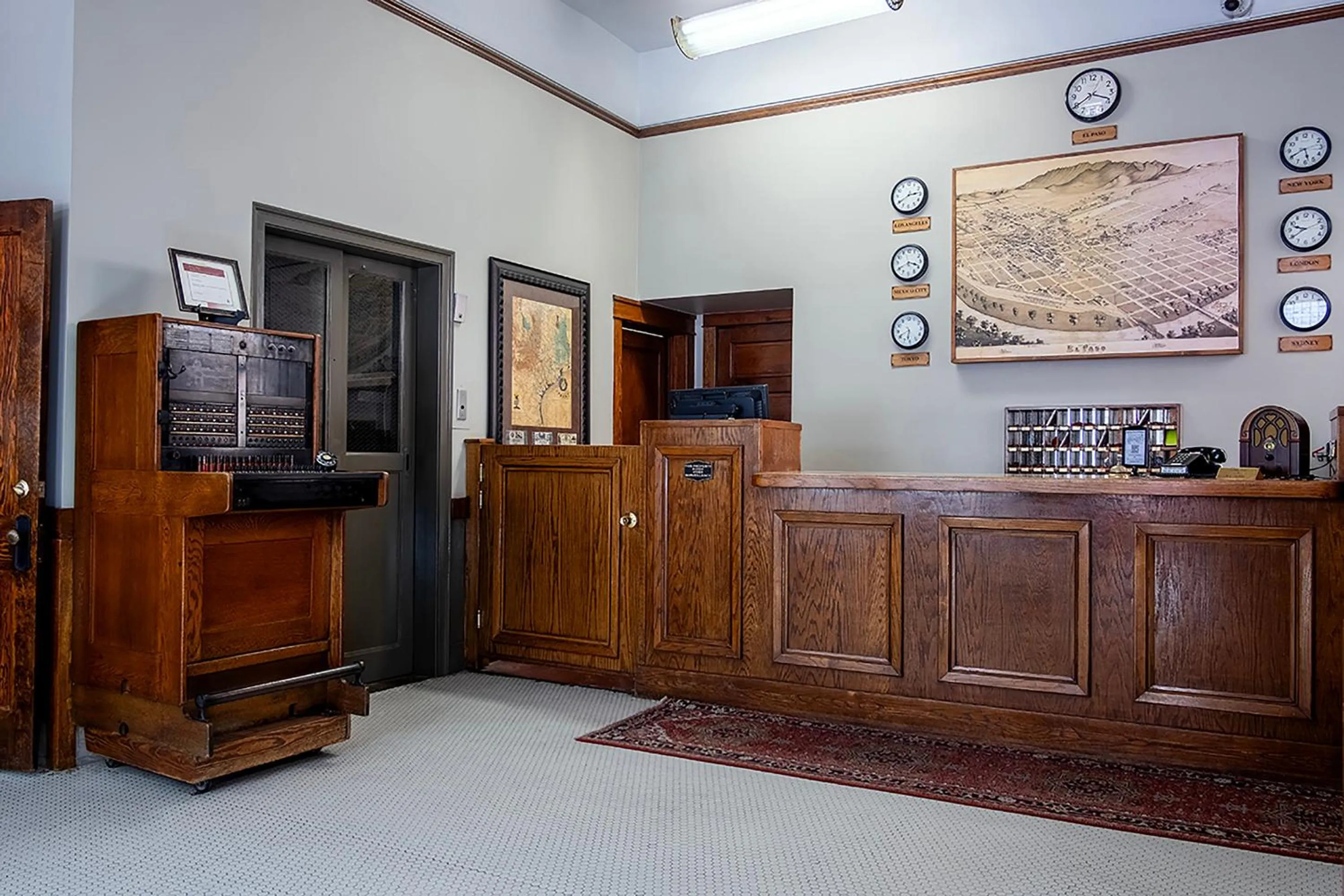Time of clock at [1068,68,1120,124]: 3:39
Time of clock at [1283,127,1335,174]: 5:40
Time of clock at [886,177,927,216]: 2:39
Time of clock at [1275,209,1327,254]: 9:40
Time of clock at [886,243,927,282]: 3:40
